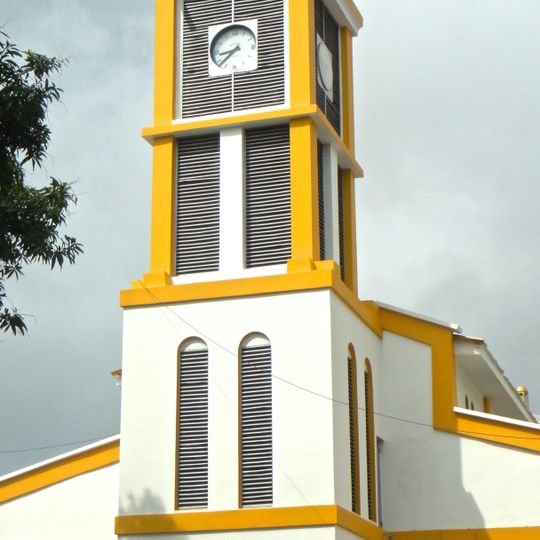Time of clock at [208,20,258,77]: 8:38
